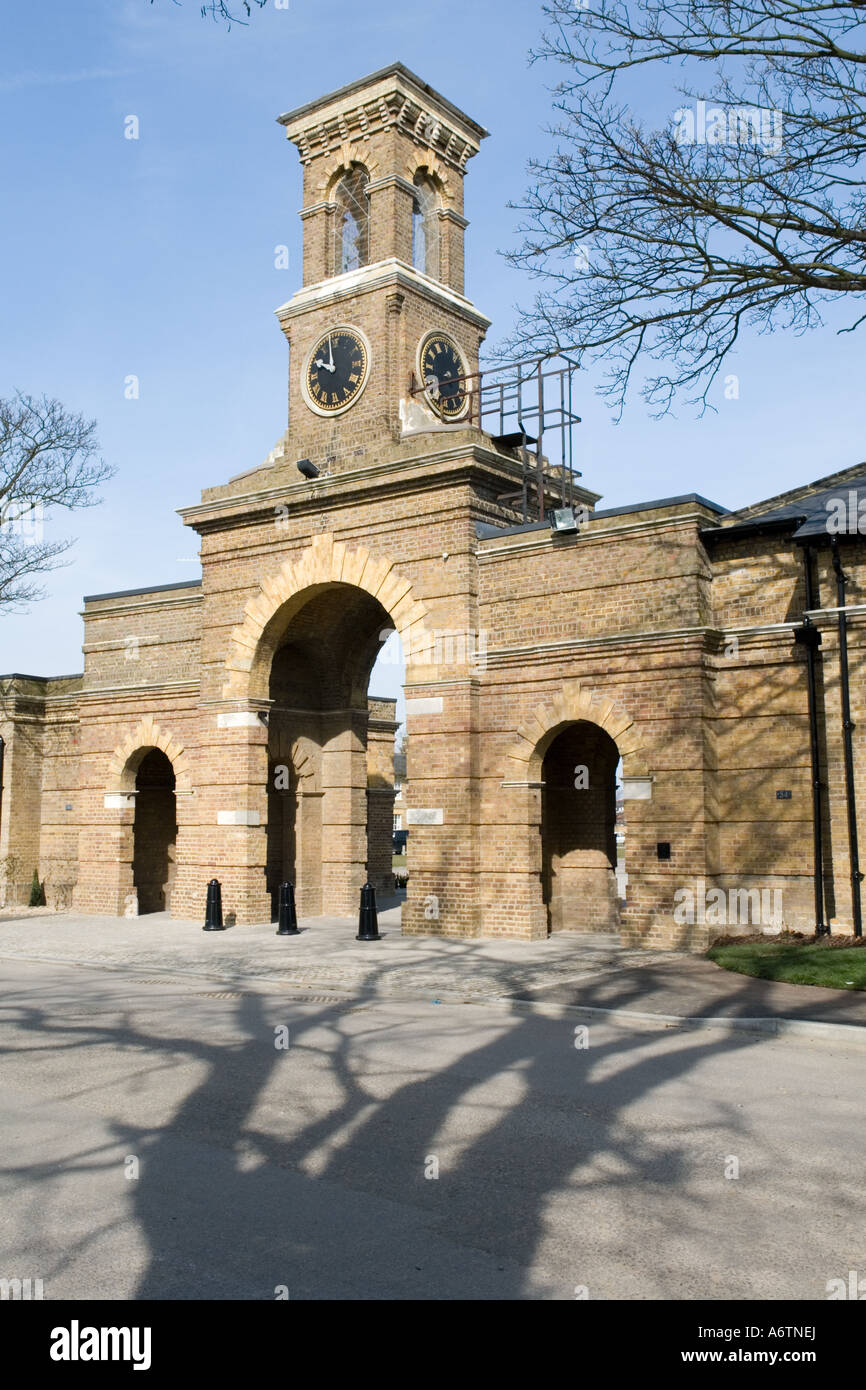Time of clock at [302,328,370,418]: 9:57
